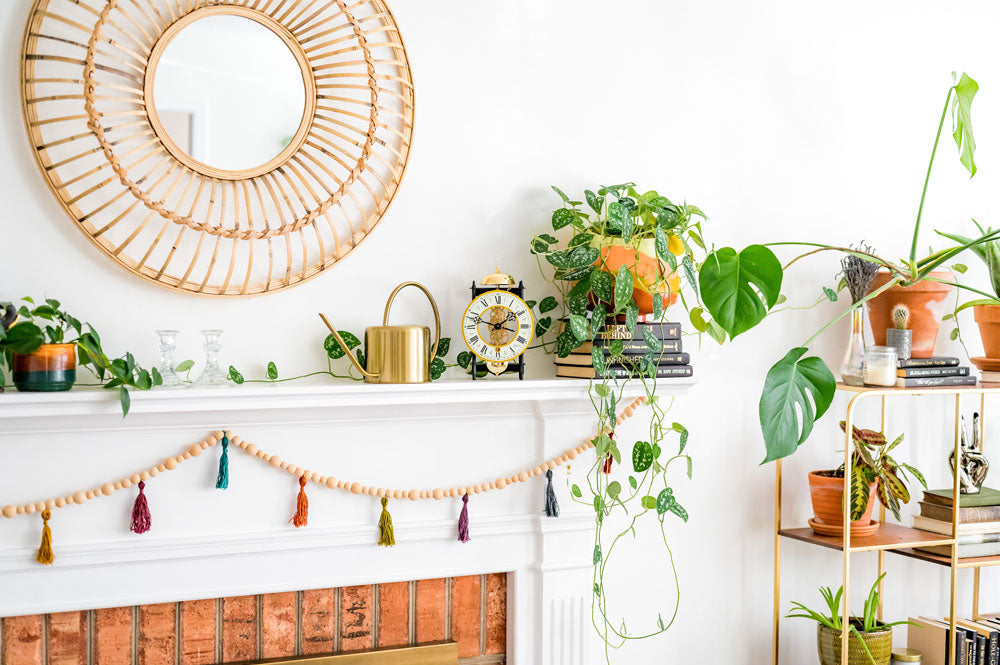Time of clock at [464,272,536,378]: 1:47
